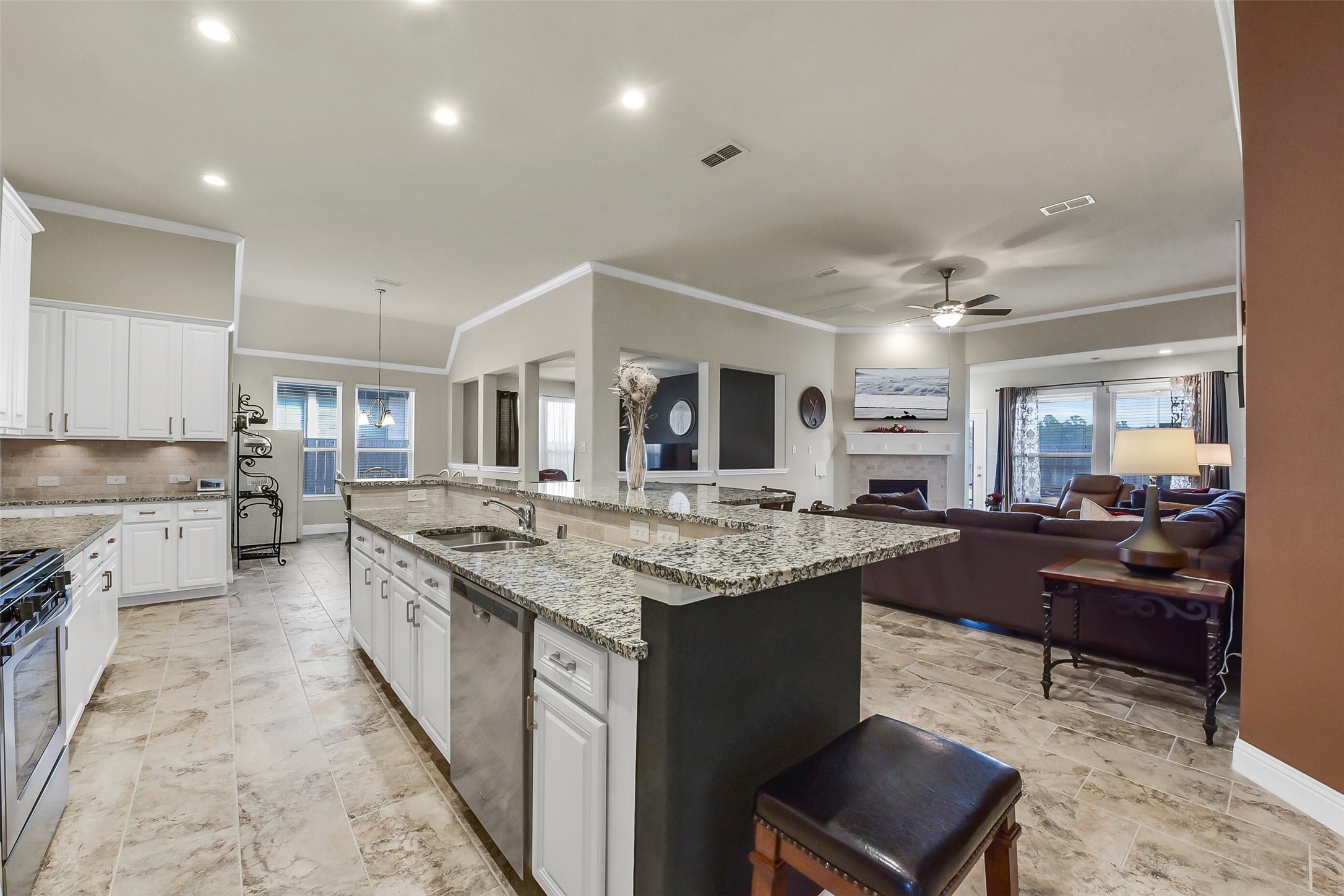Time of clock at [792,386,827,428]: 10:34
